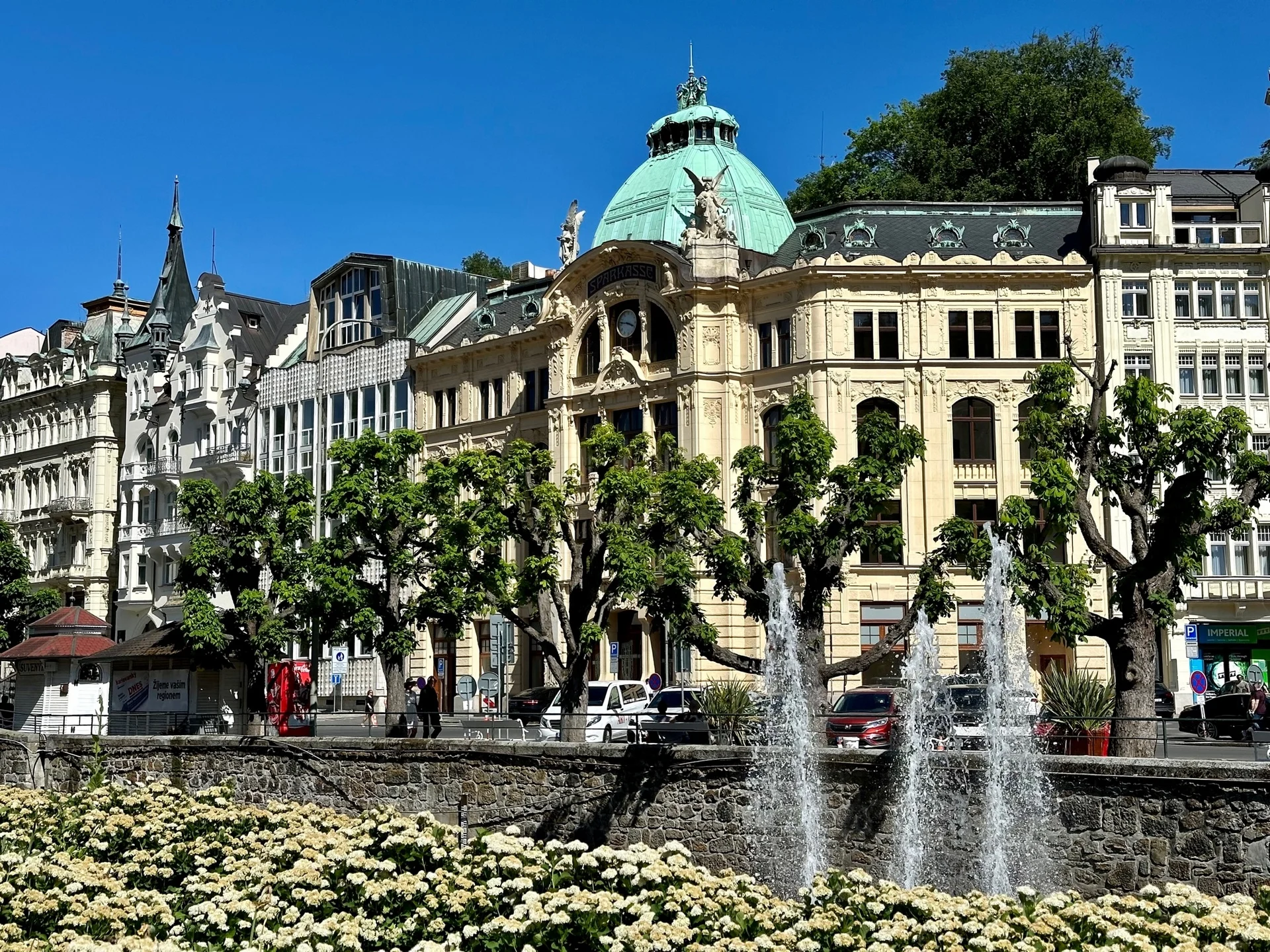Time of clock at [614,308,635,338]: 3:46
